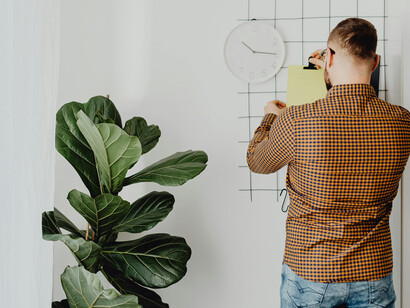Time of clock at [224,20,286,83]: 10:15
